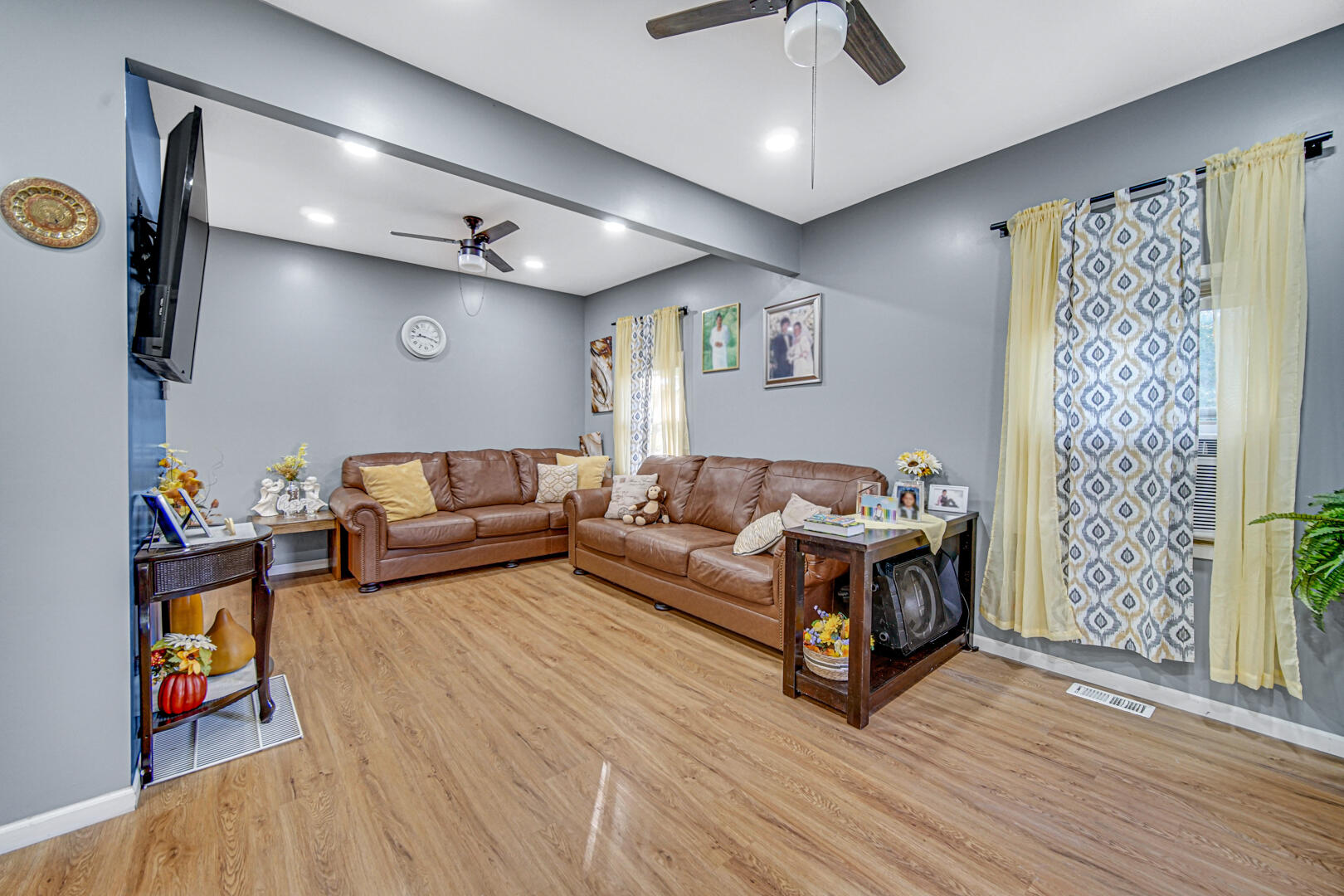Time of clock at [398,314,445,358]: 9:18
